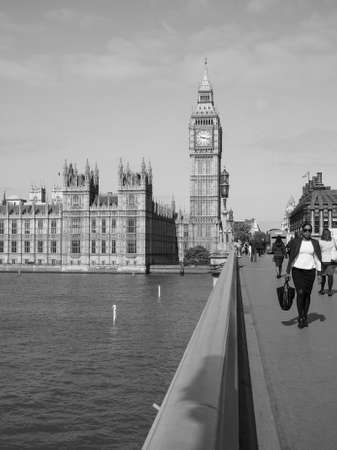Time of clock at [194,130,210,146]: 9:17
